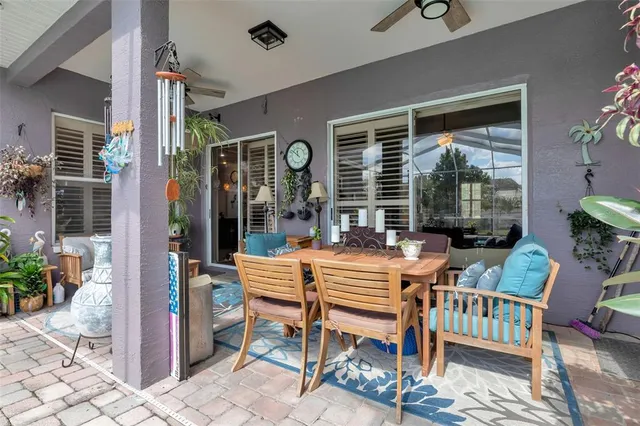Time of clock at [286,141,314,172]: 11:51
